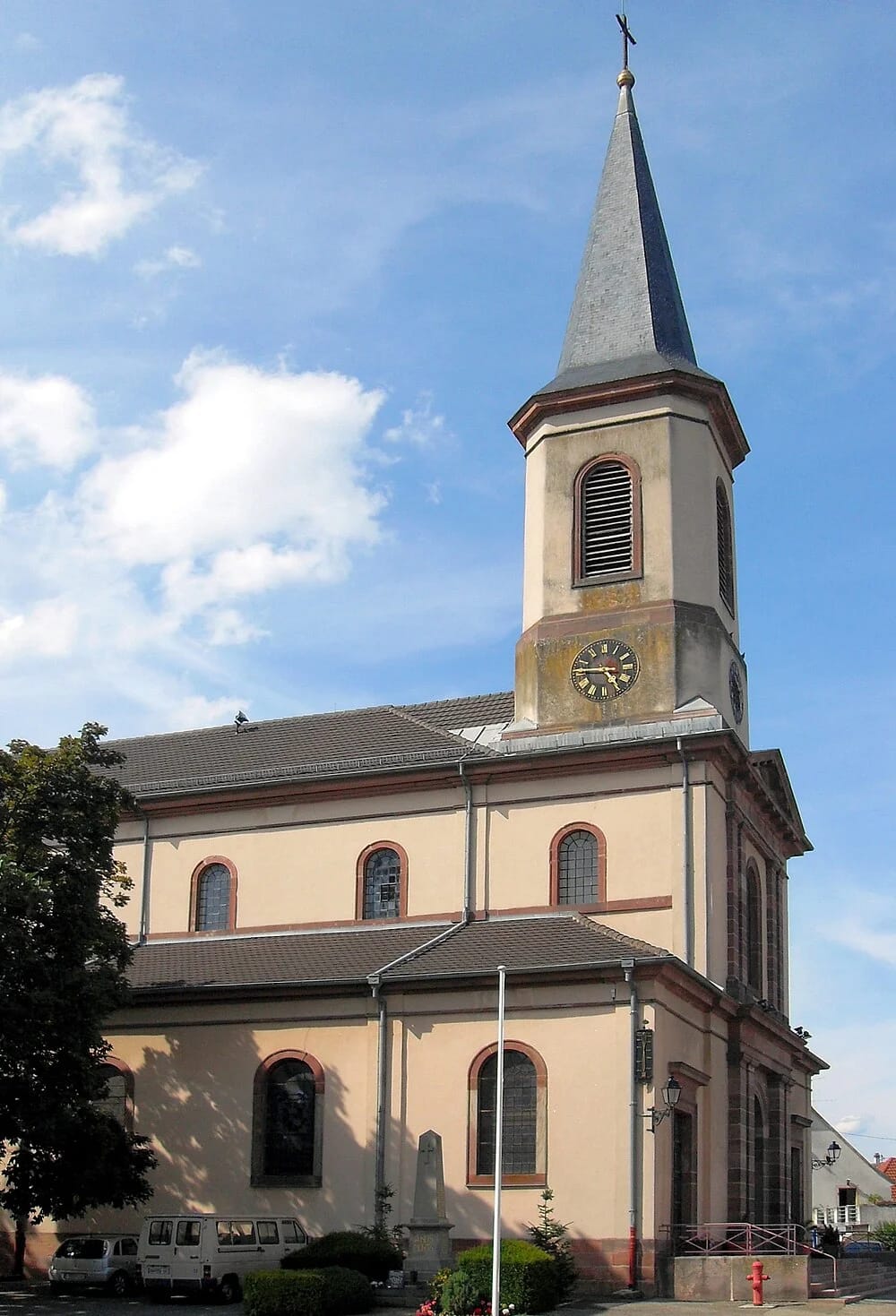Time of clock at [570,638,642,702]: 4:45
